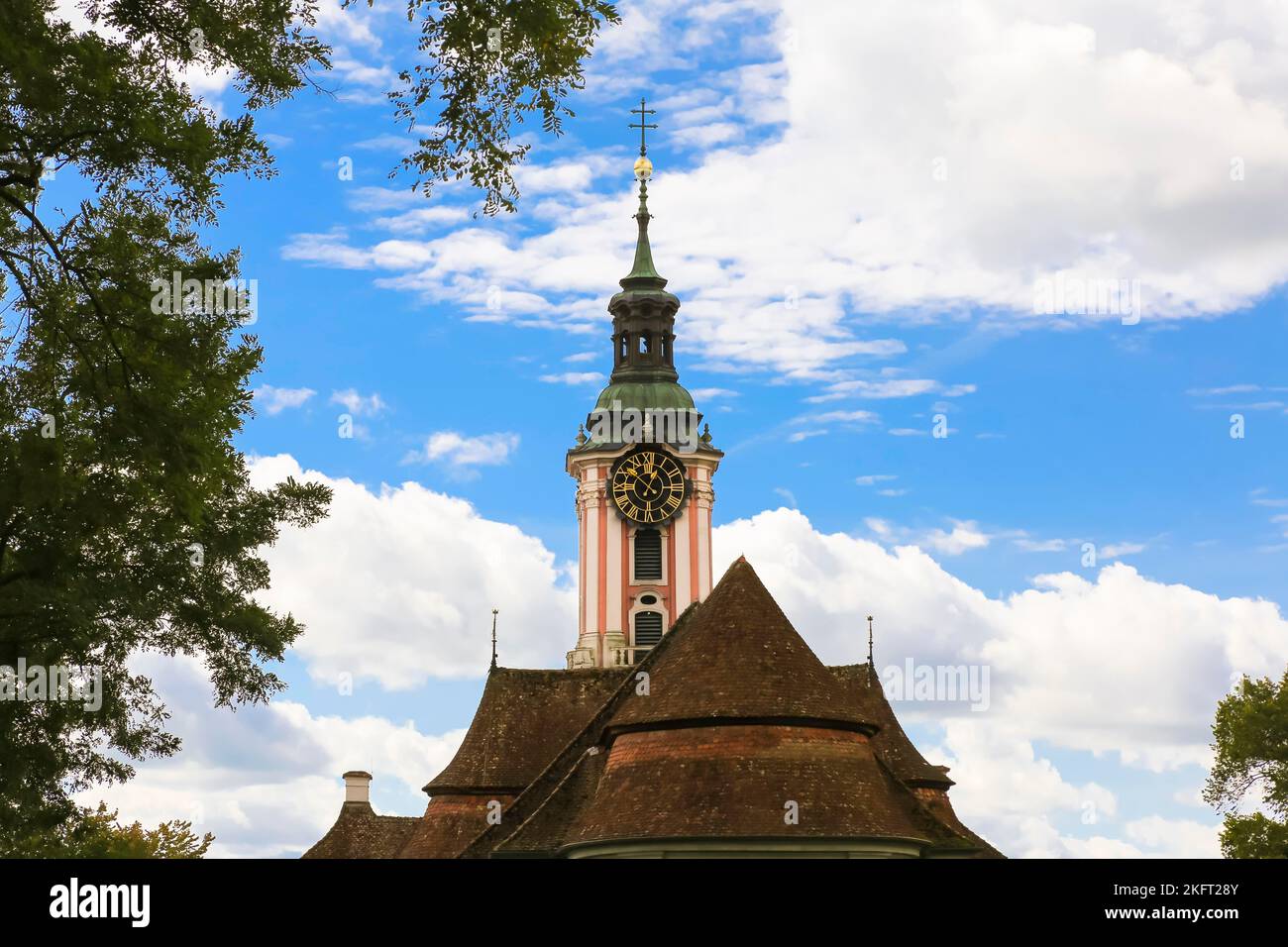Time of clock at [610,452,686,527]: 12:52
